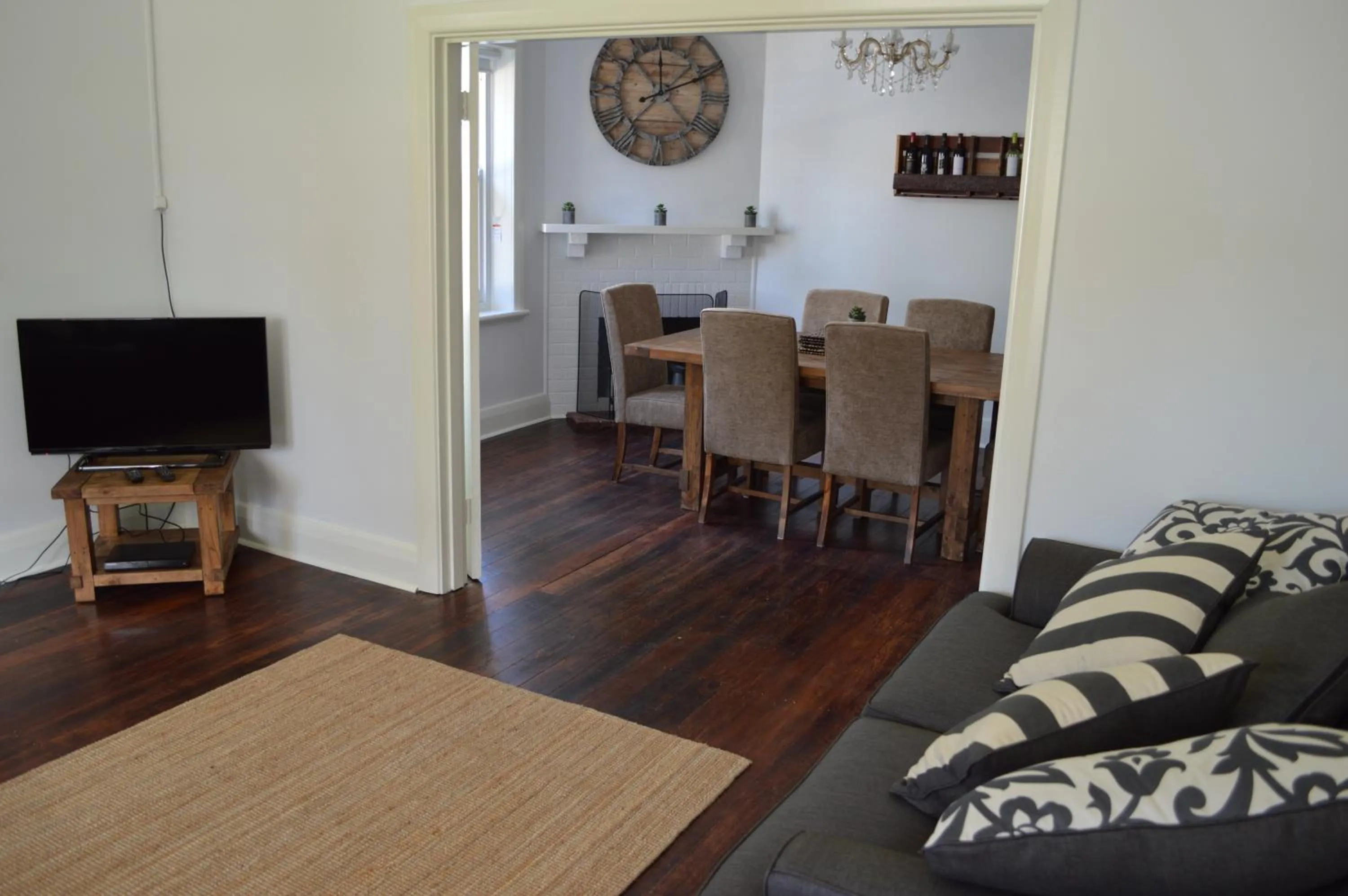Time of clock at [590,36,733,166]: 1:59
